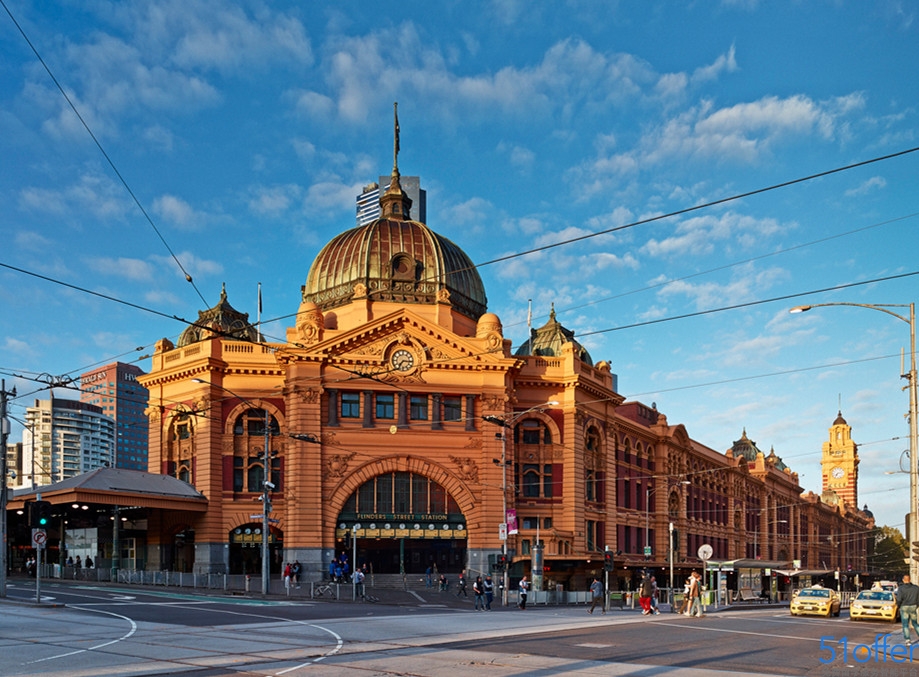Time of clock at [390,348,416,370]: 7:15
